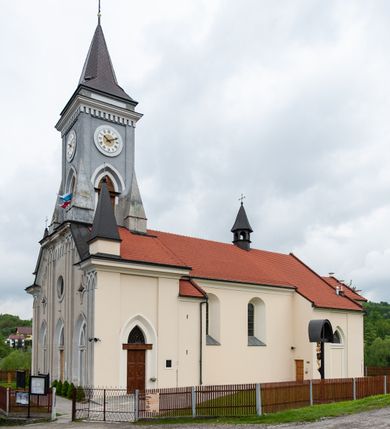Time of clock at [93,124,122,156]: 10:11
